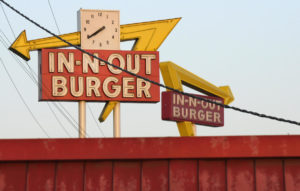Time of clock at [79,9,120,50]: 7:39
